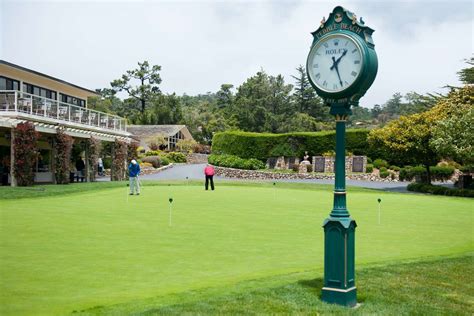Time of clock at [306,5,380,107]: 1:26
